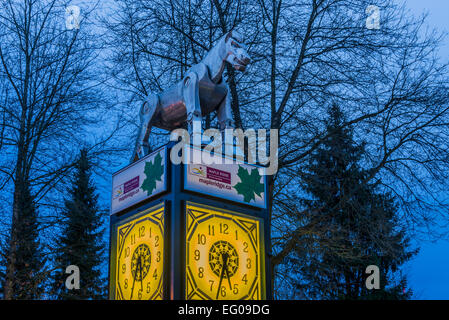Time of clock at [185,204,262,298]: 5:32
